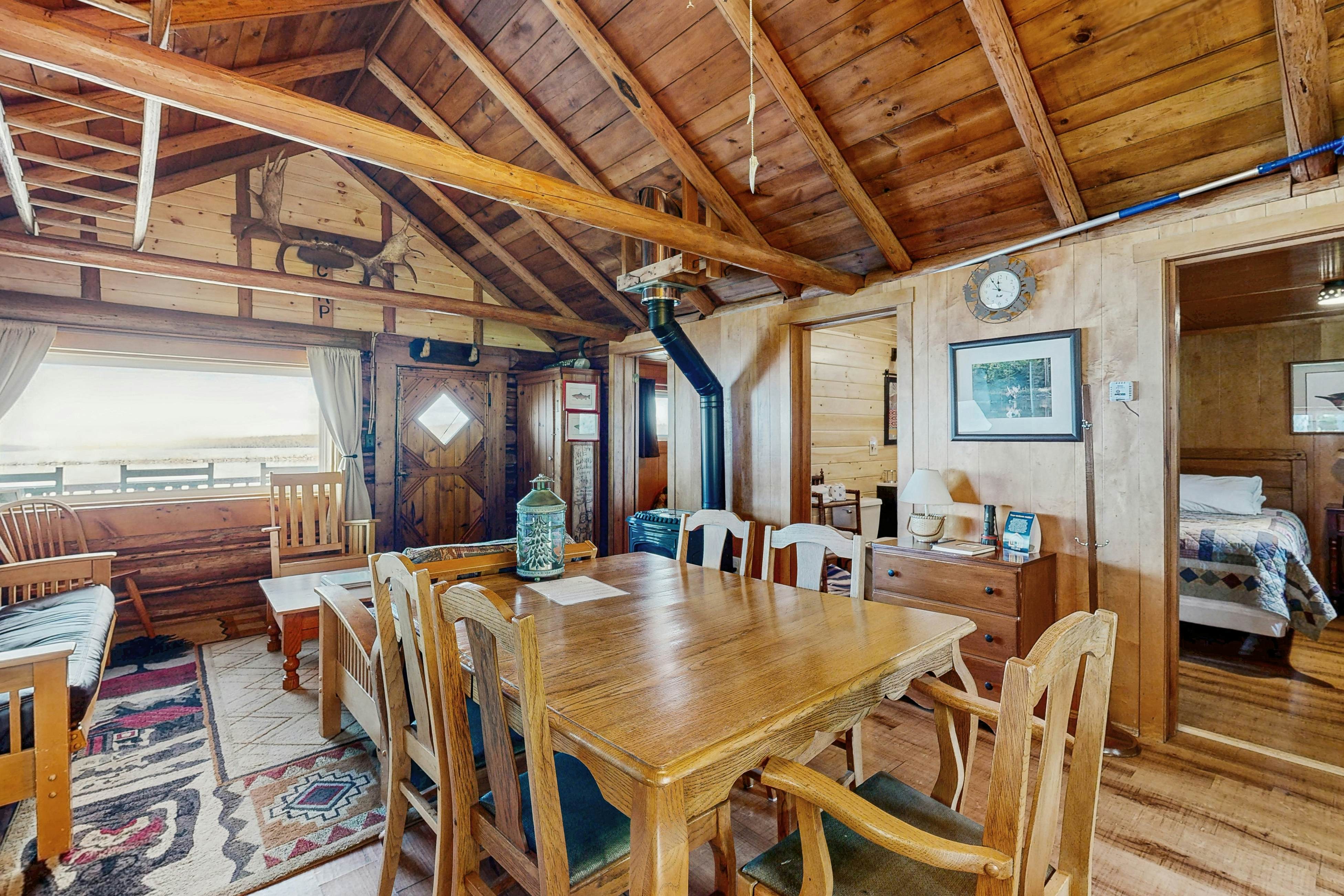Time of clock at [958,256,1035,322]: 11:54
